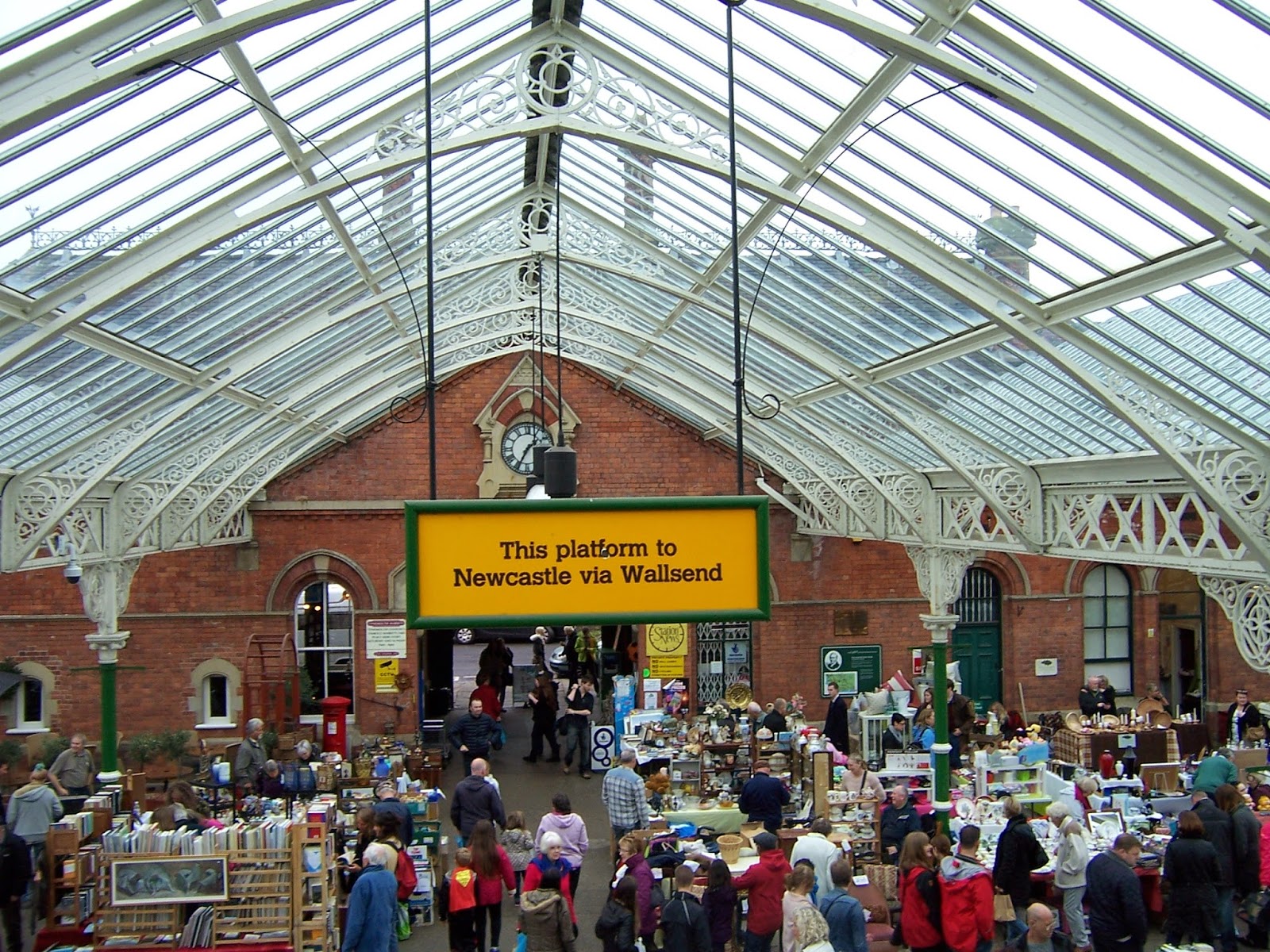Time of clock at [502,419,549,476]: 1:34
